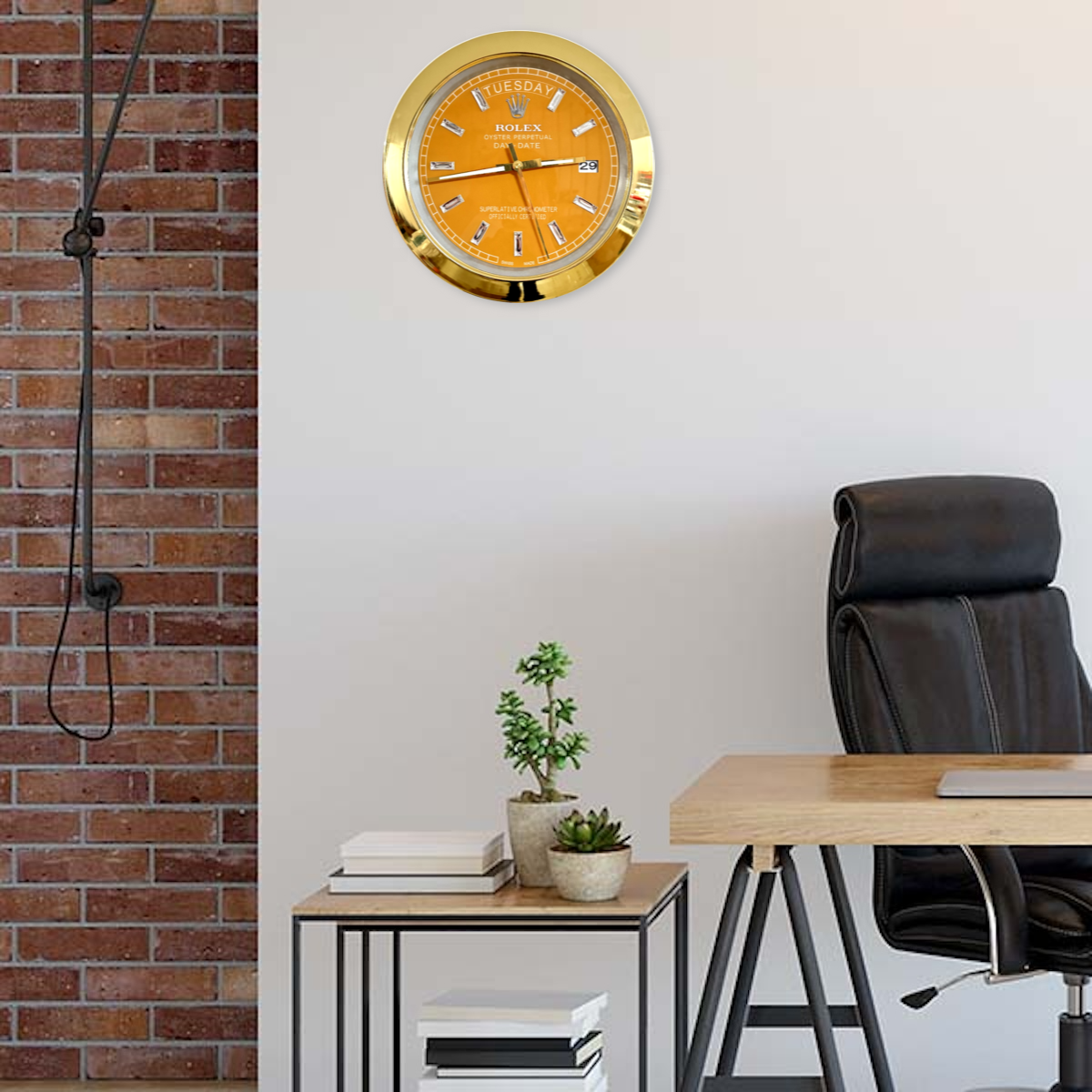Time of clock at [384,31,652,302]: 2:43
